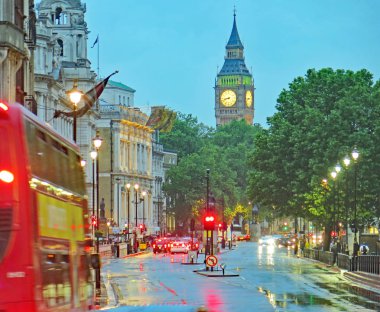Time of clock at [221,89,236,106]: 8:42
